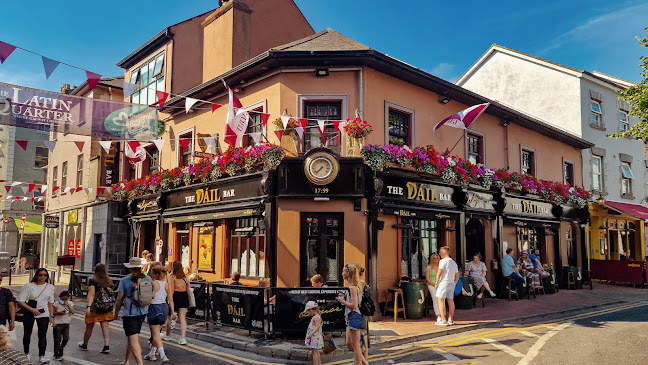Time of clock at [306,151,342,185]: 7:37
